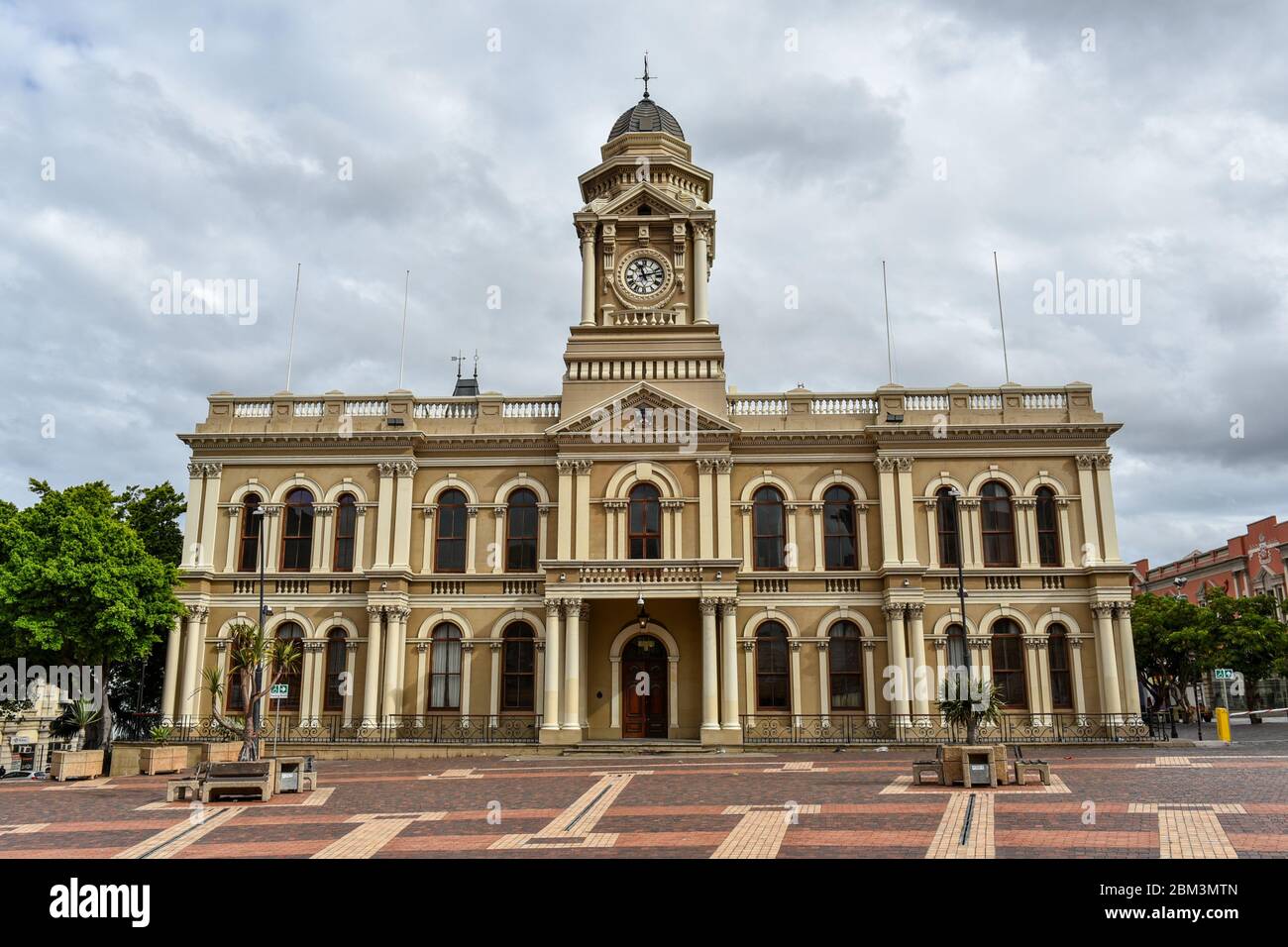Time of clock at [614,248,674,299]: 11:12
